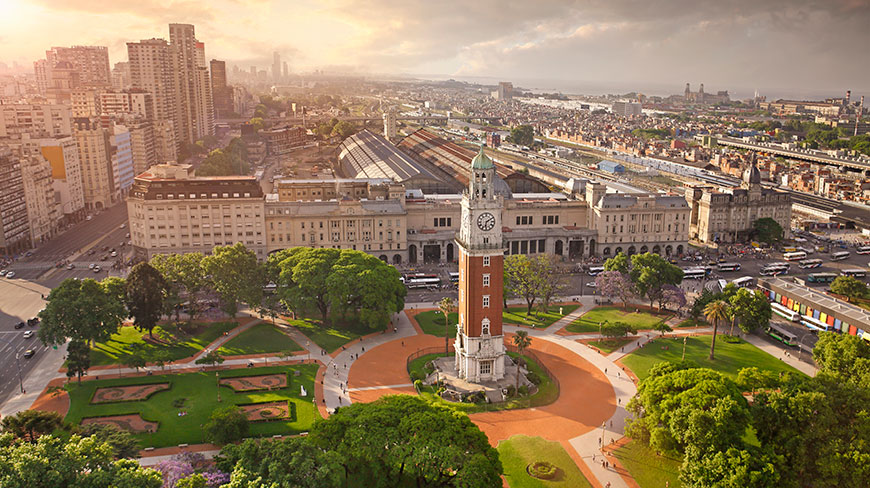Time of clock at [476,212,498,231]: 6:10
